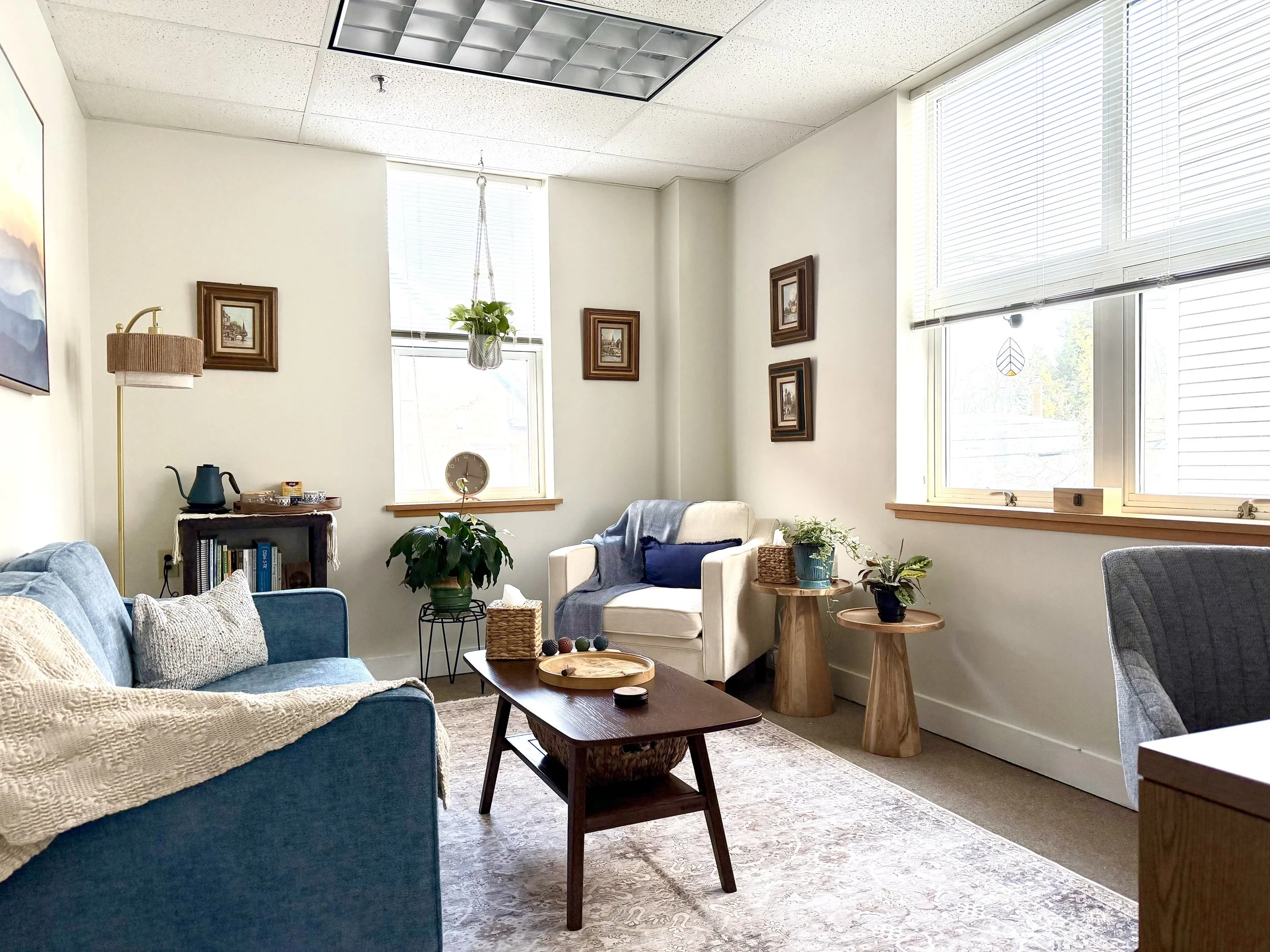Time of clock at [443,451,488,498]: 12:17
